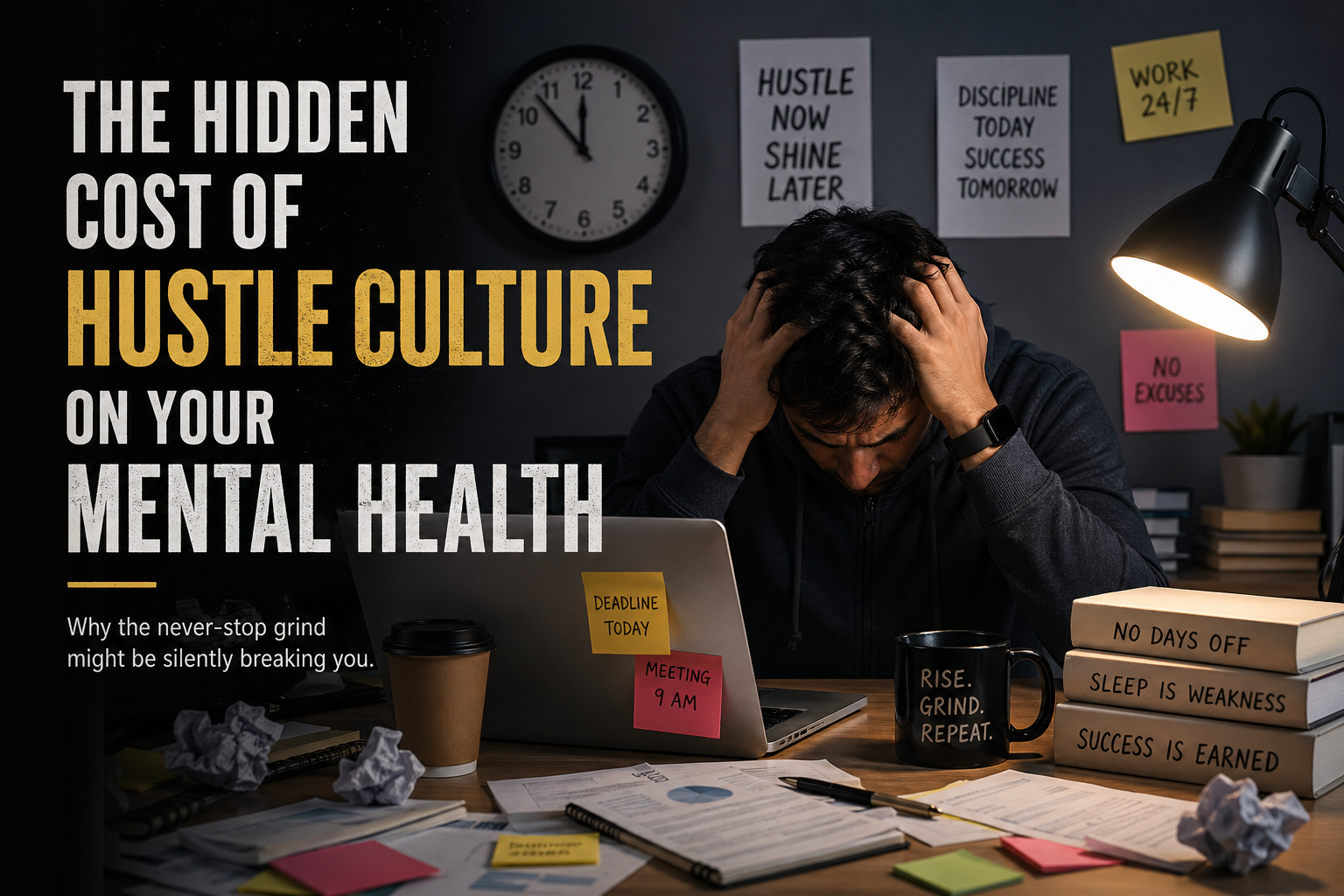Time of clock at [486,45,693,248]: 11:52
